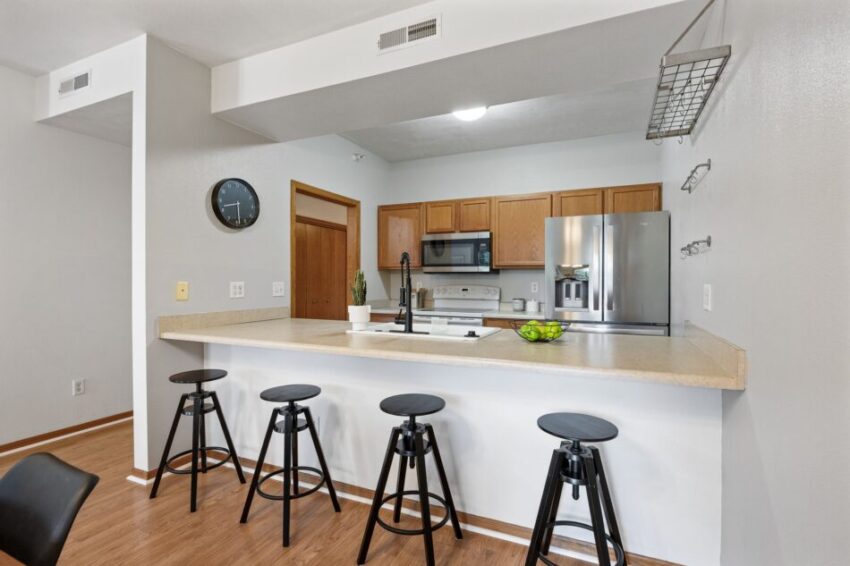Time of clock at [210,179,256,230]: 8:29
